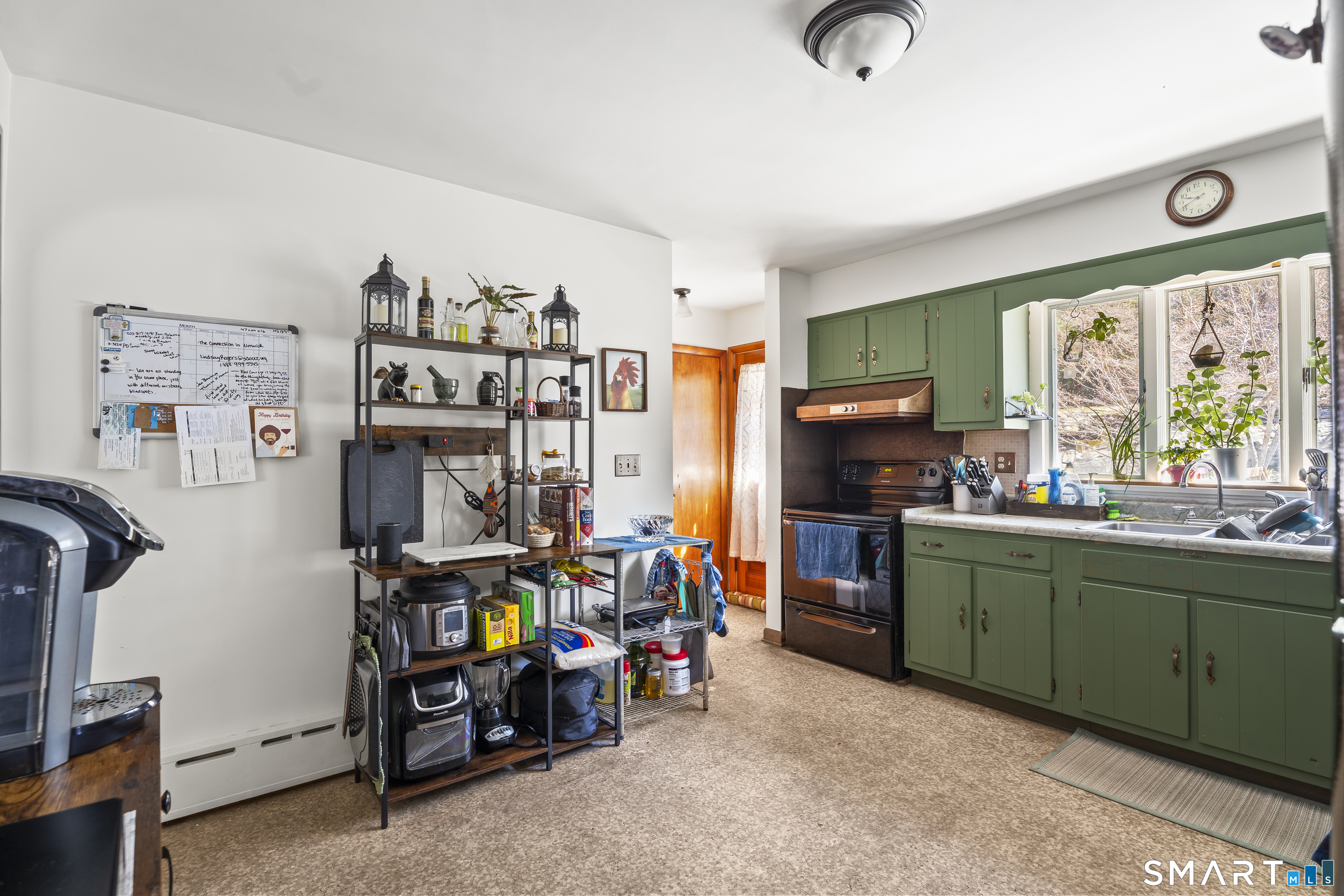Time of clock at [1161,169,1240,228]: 9:41
